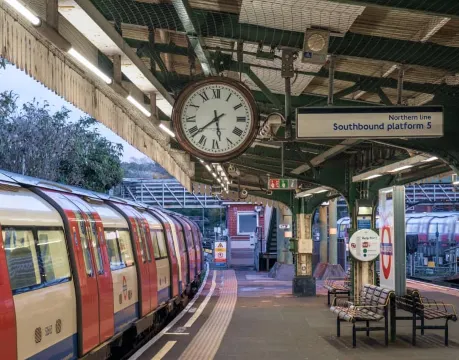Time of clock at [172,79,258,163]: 5:38
